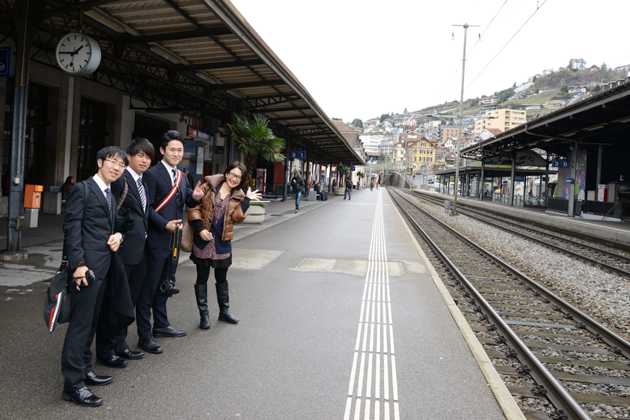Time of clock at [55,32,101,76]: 1:45
